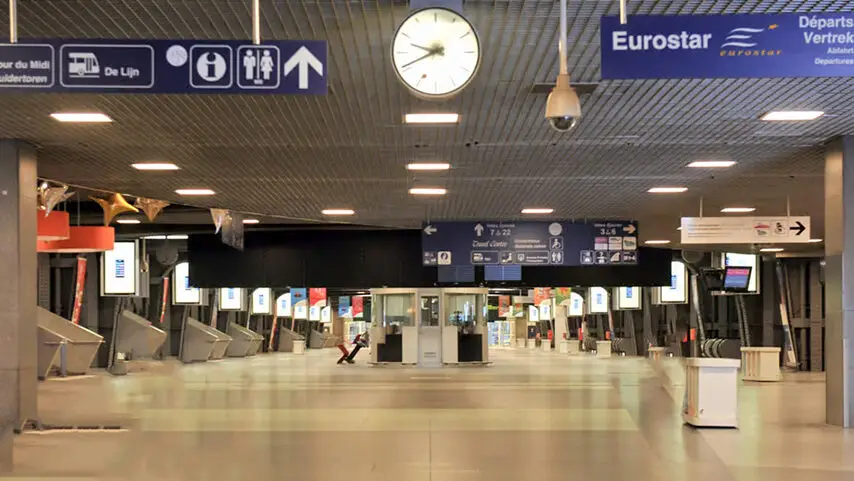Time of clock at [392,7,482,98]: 9:41
